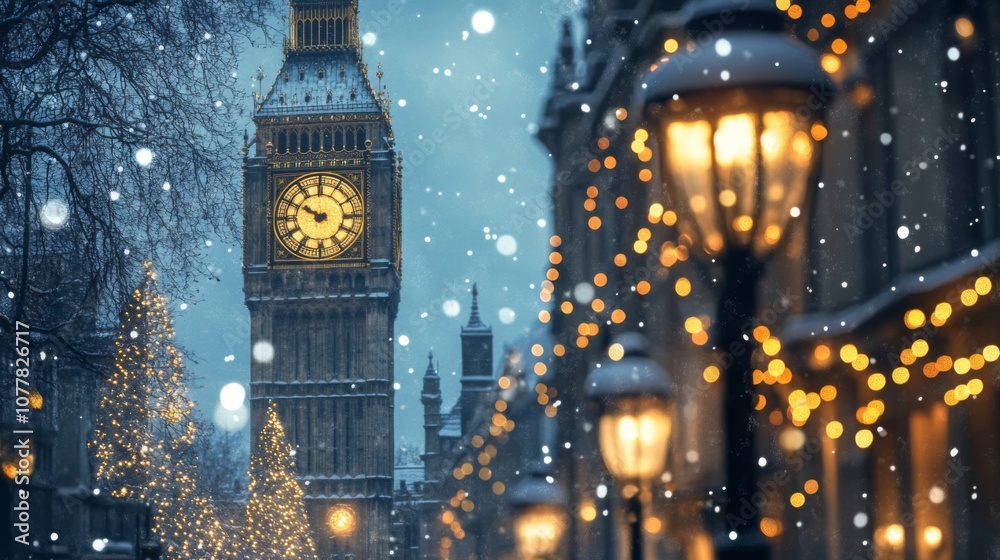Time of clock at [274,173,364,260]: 9:49
